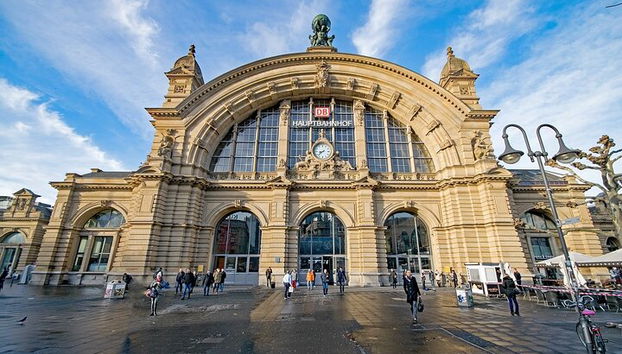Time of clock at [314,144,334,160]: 8:38
